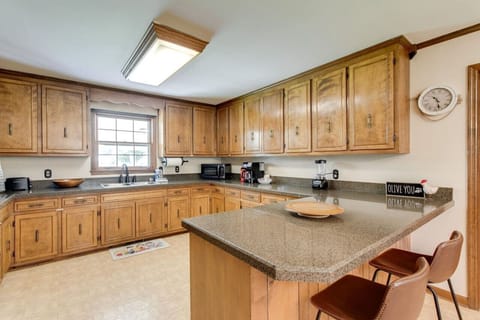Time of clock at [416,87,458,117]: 4:26
